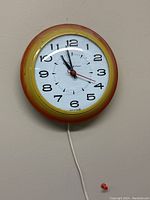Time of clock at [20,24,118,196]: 10:58
